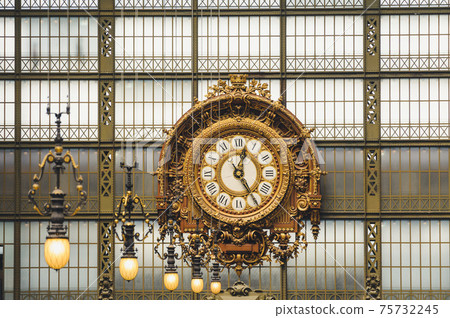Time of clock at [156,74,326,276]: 12:24
